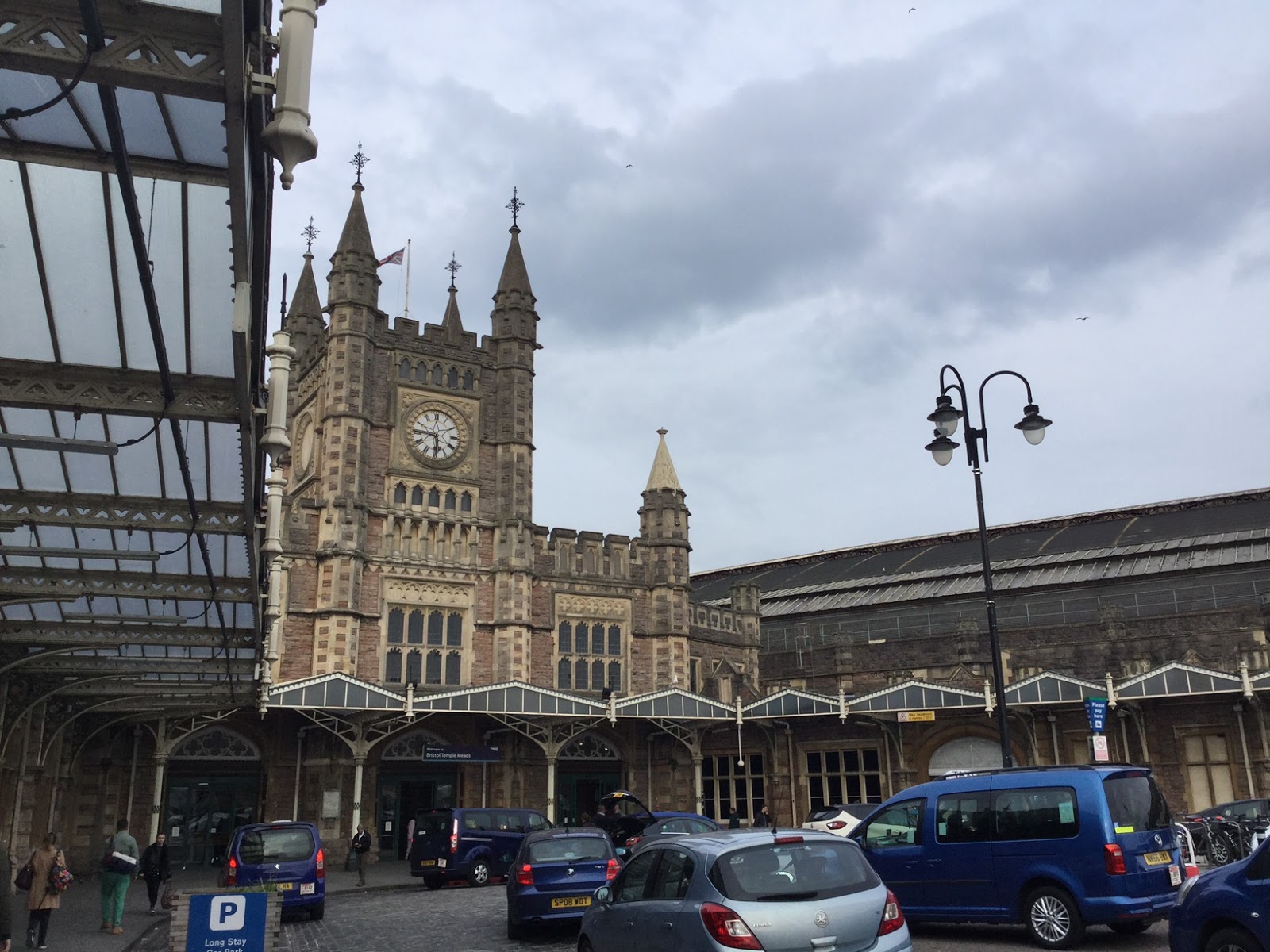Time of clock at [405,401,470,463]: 5:45
